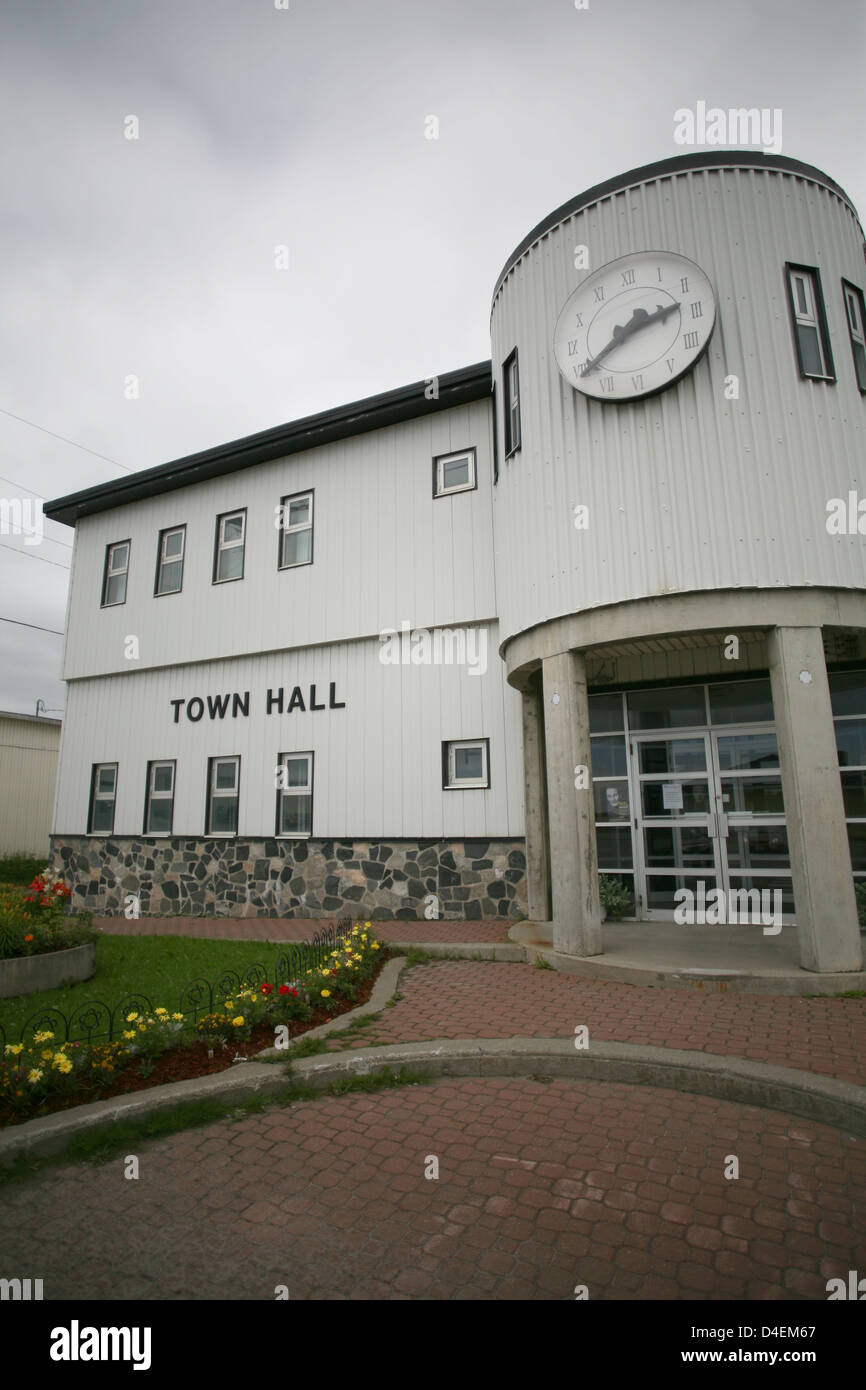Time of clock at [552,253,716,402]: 2:39
